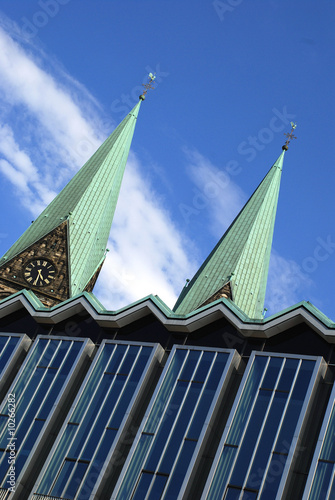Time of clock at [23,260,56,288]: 5:33
